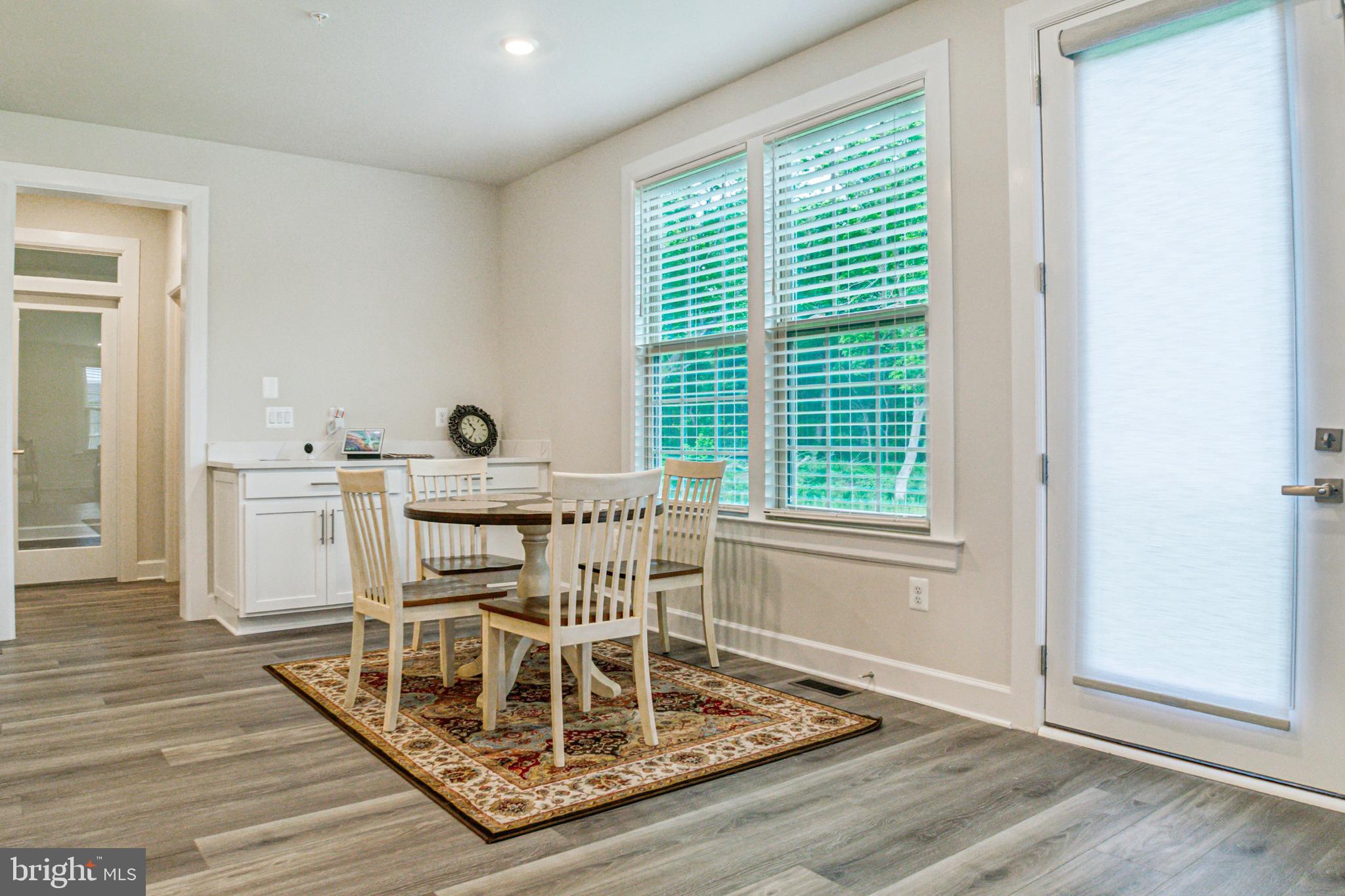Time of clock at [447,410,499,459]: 10:34
